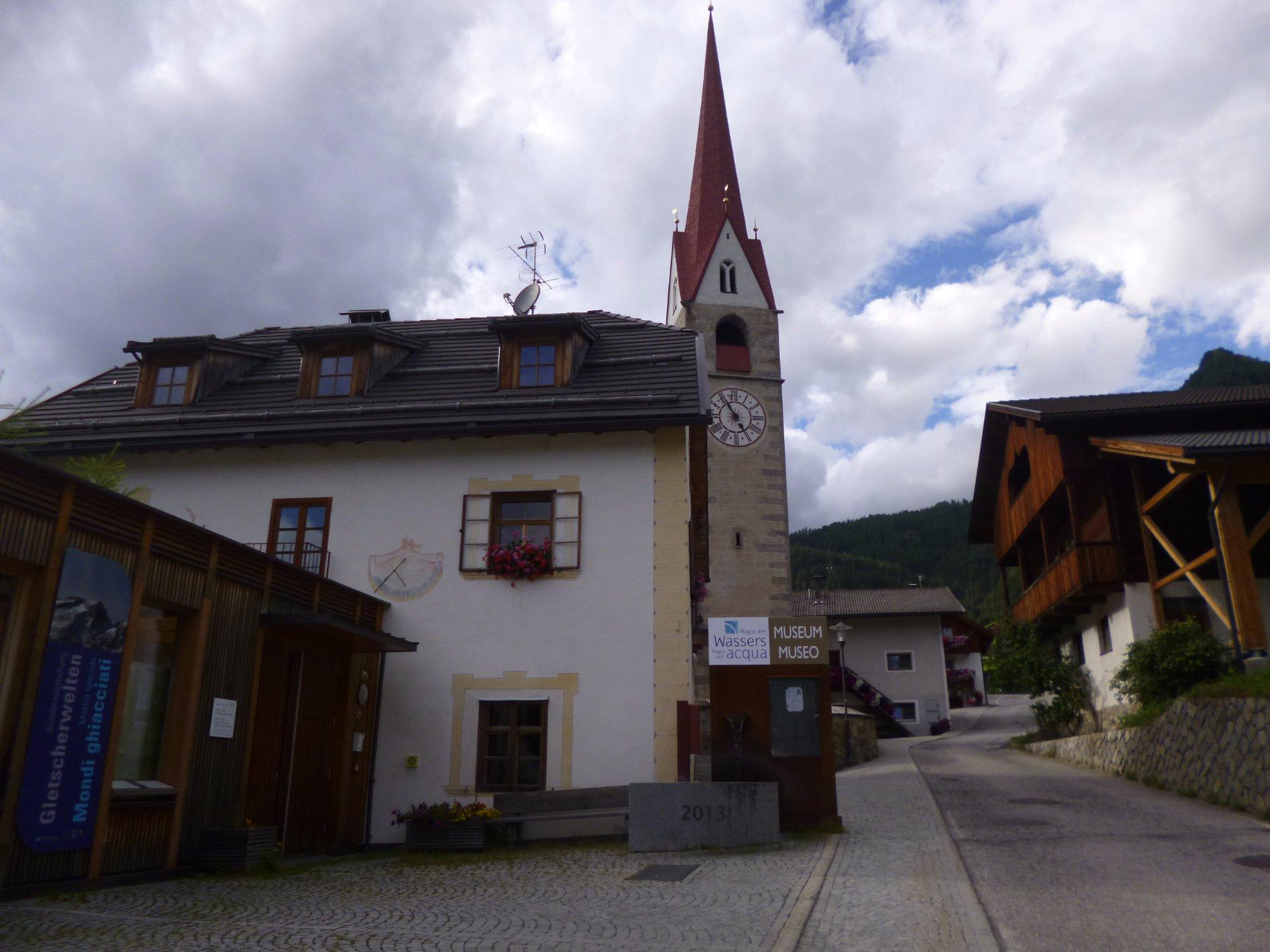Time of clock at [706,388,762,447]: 4:54
